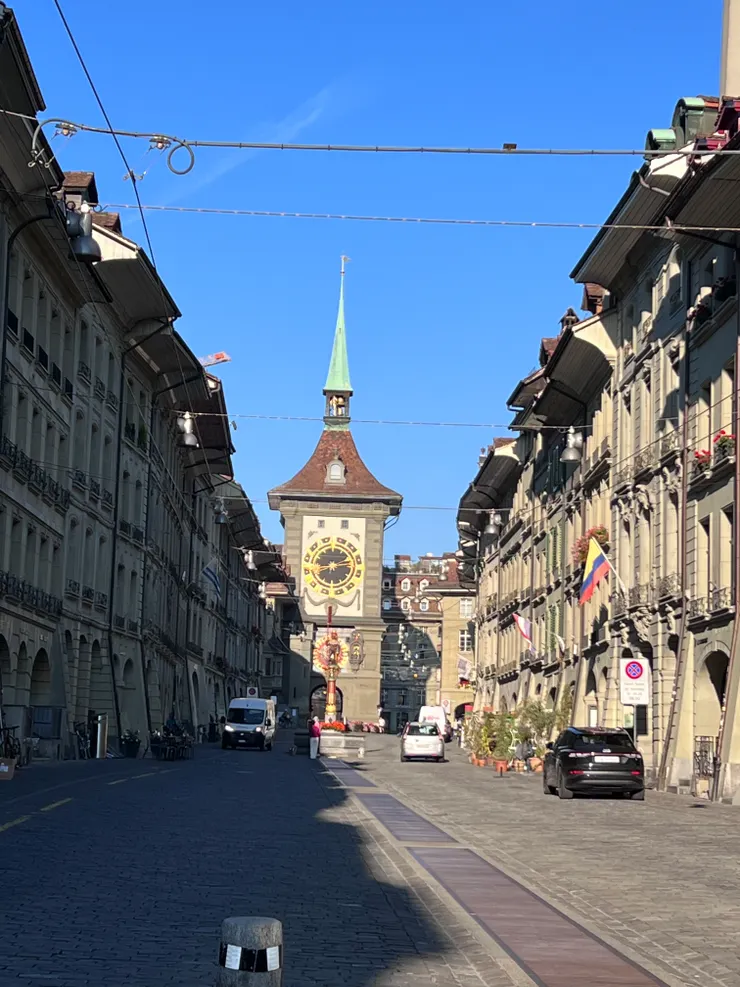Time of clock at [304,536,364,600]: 2:40
